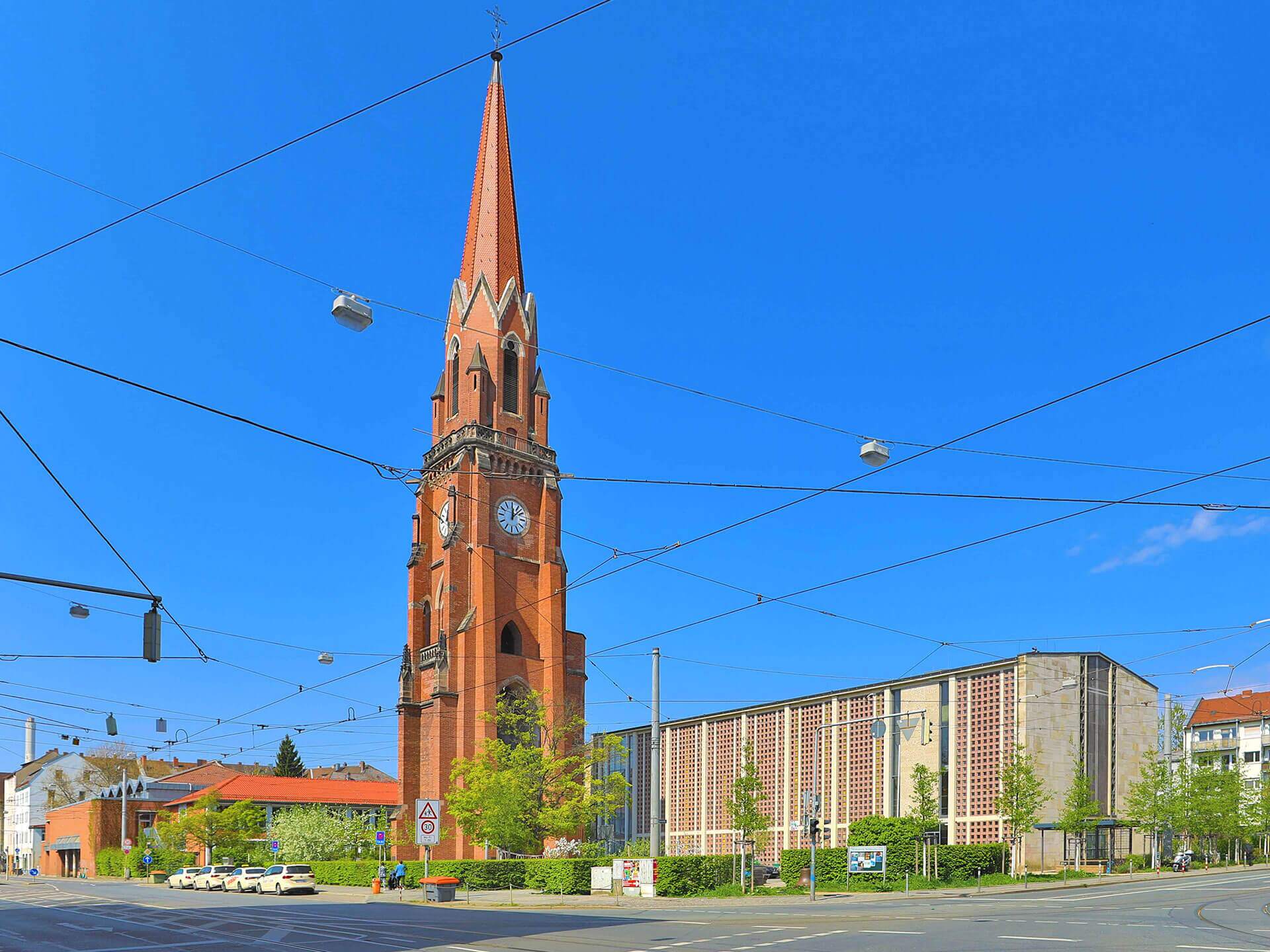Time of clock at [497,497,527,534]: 12:07
